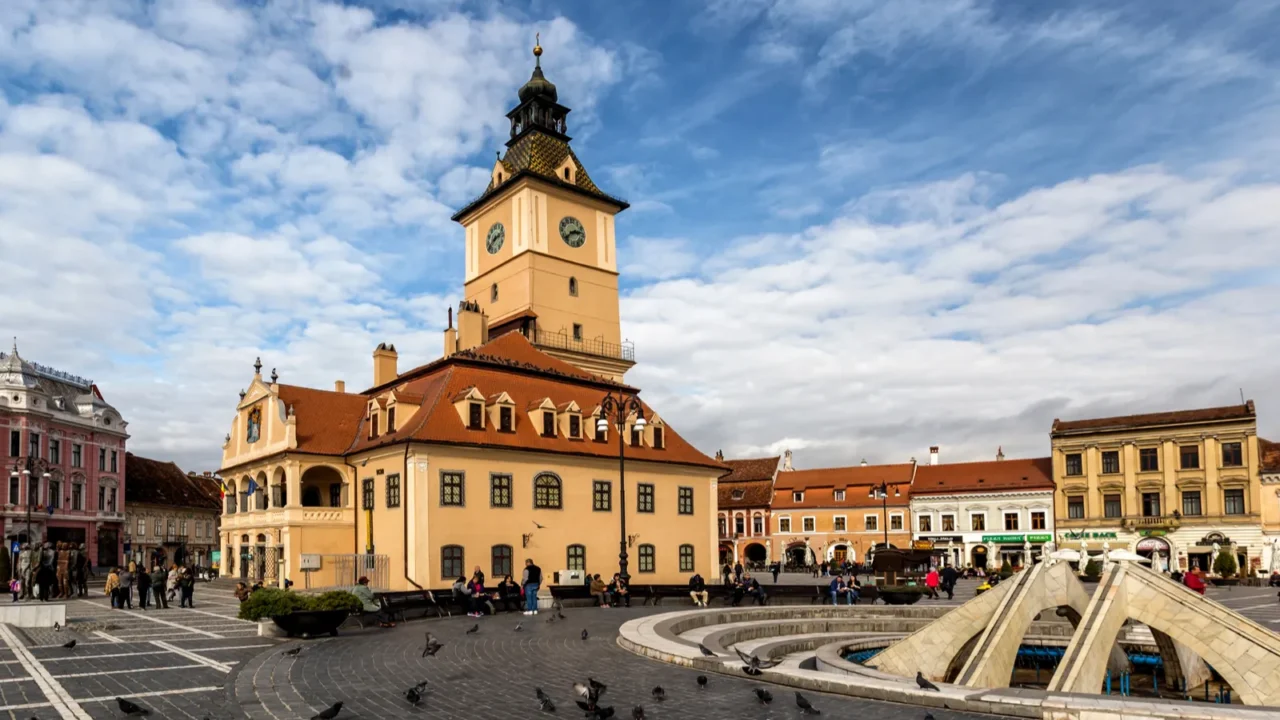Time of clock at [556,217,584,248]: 2:38
